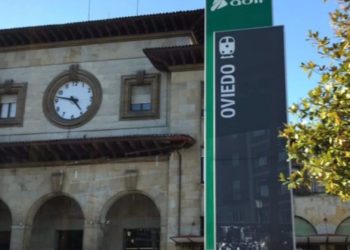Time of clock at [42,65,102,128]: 4:47
